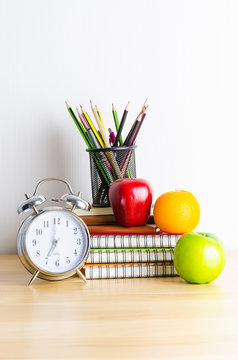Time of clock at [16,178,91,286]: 7:00
